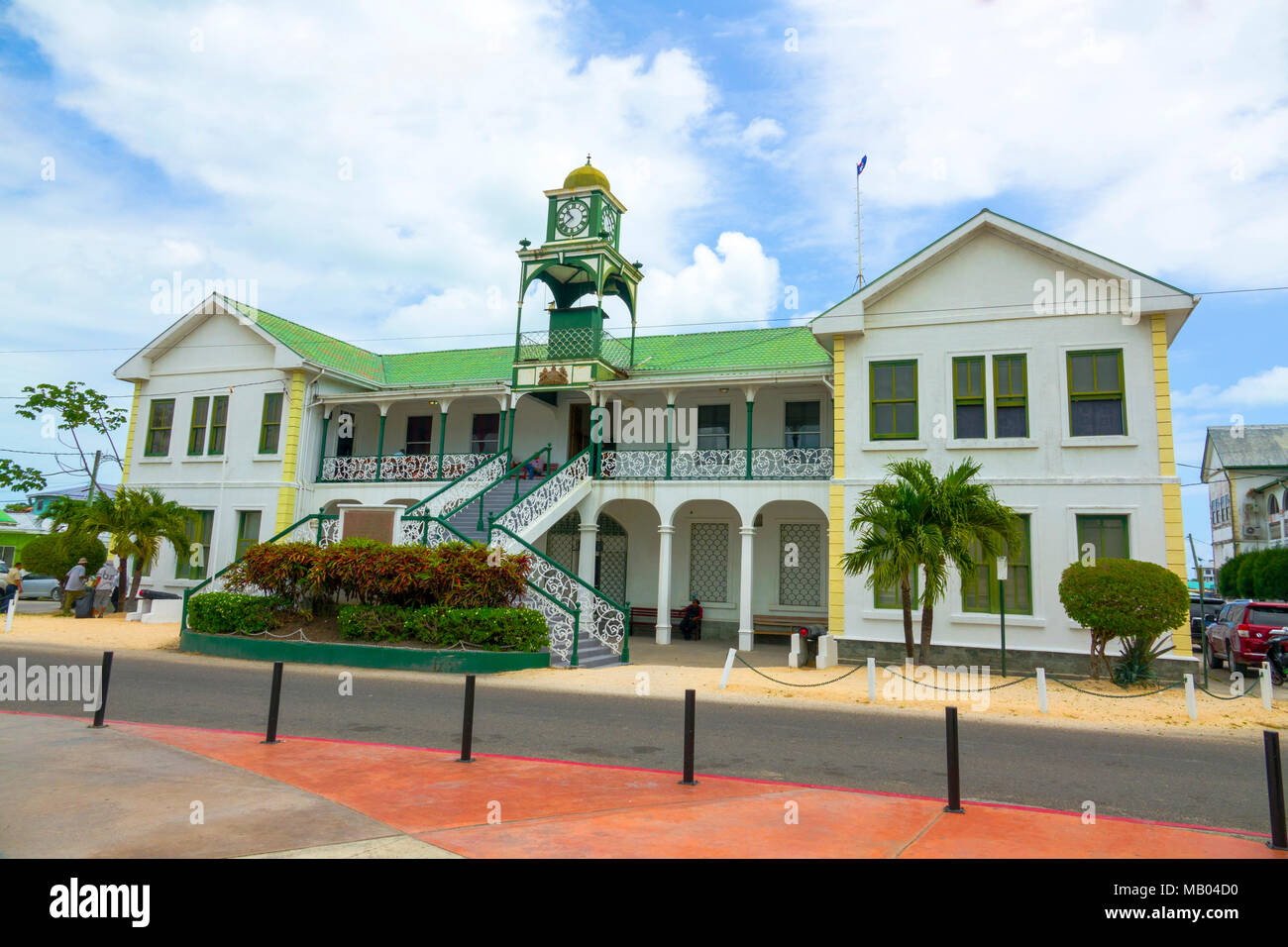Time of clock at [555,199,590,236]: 10:38
